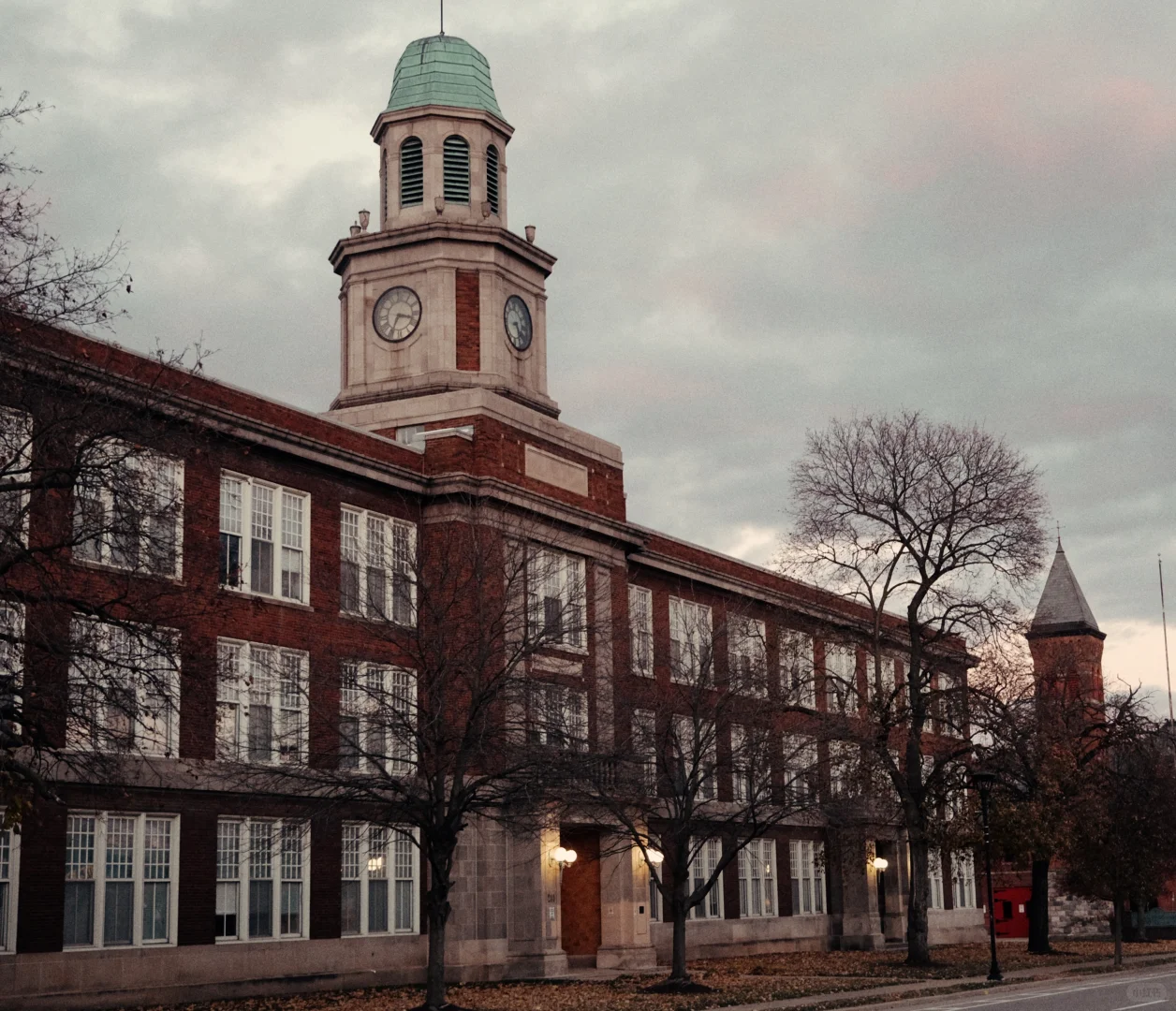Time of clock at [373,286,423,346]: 3:34
